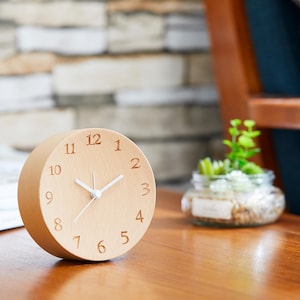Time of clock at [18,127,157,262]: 10:10
